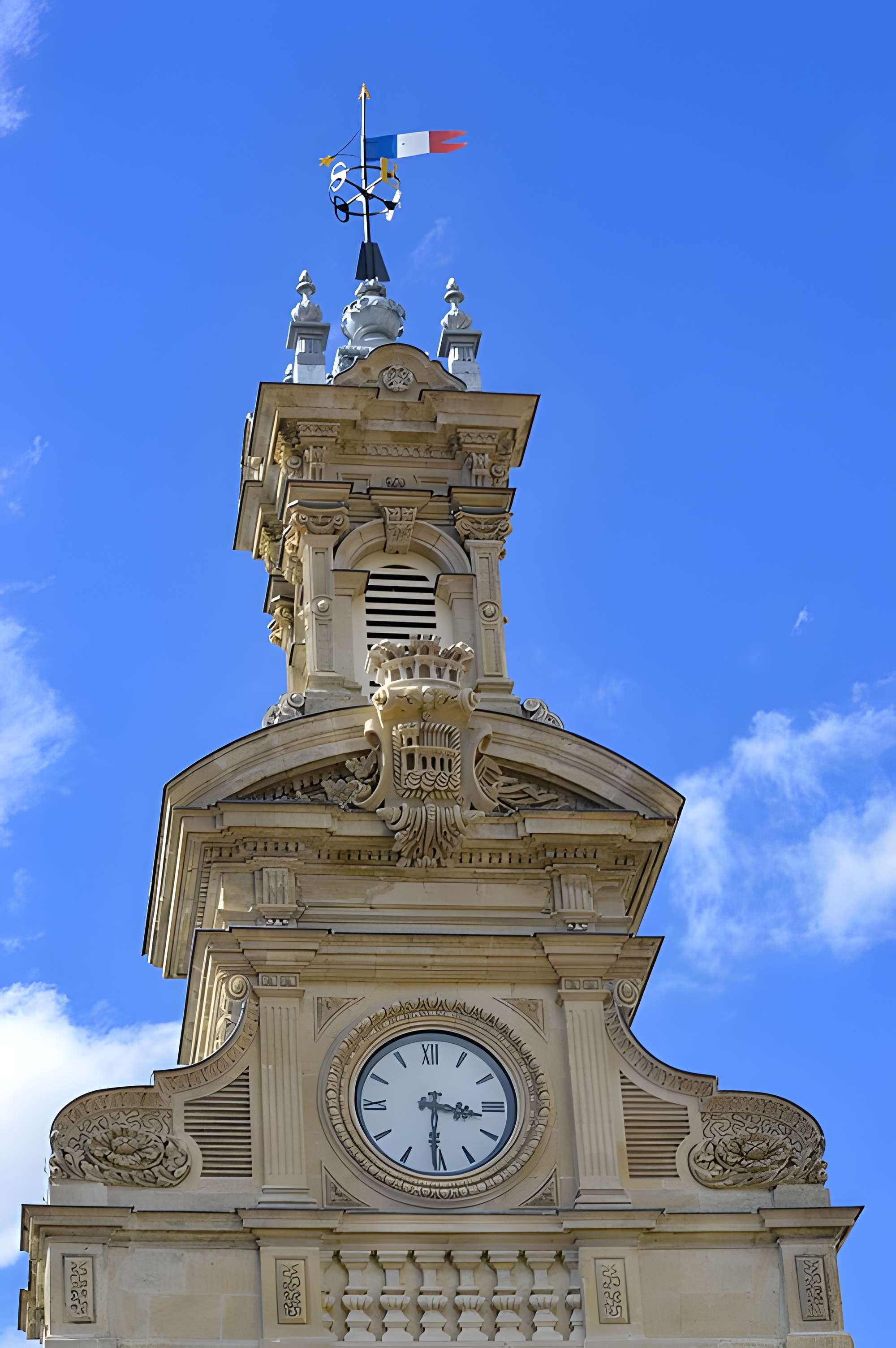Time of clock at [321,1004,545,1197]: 3:30
